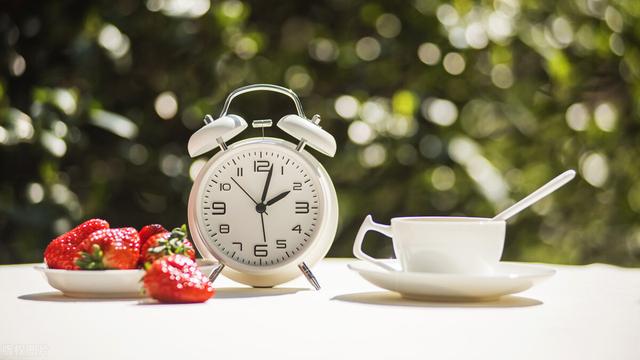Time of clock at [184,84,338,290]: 2:02
